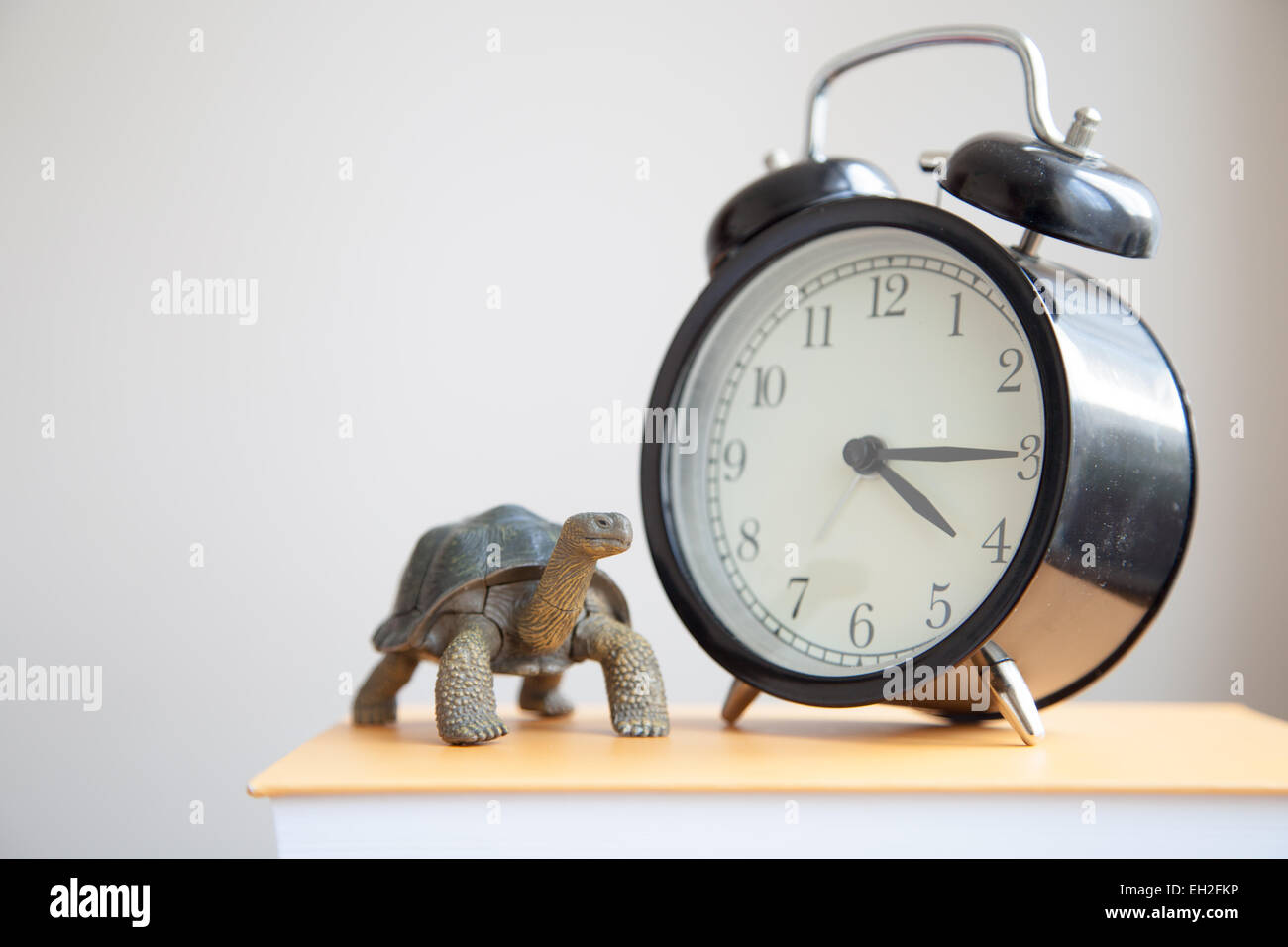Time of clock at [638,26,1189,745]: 4:15
